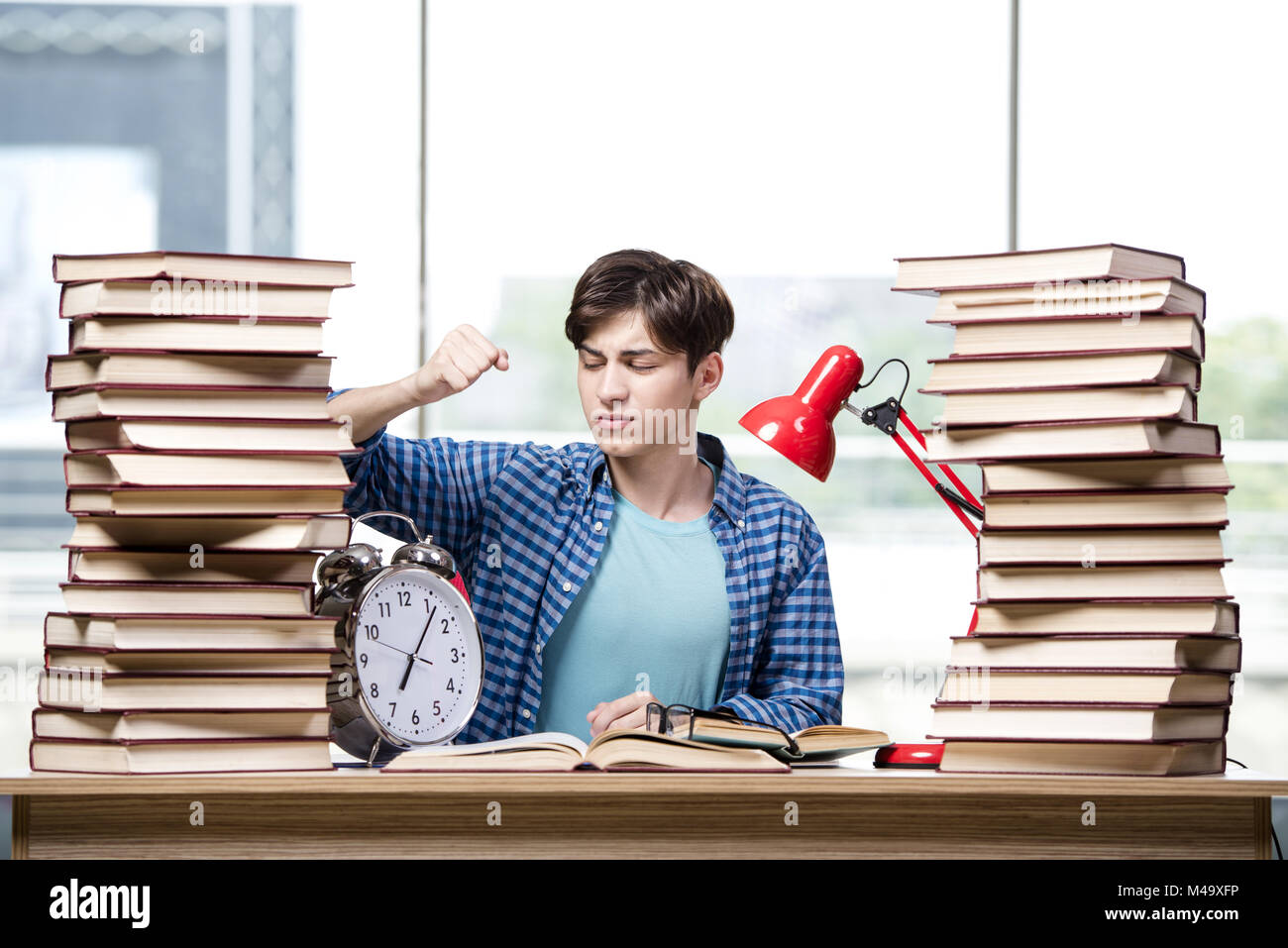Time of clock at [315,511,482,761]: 7:06
